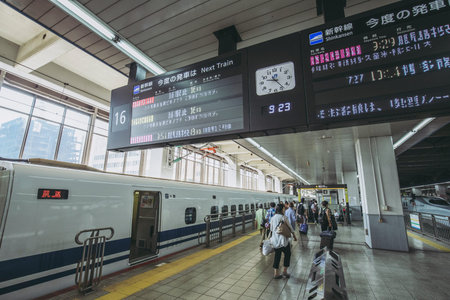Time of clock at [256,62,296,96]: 9:23
